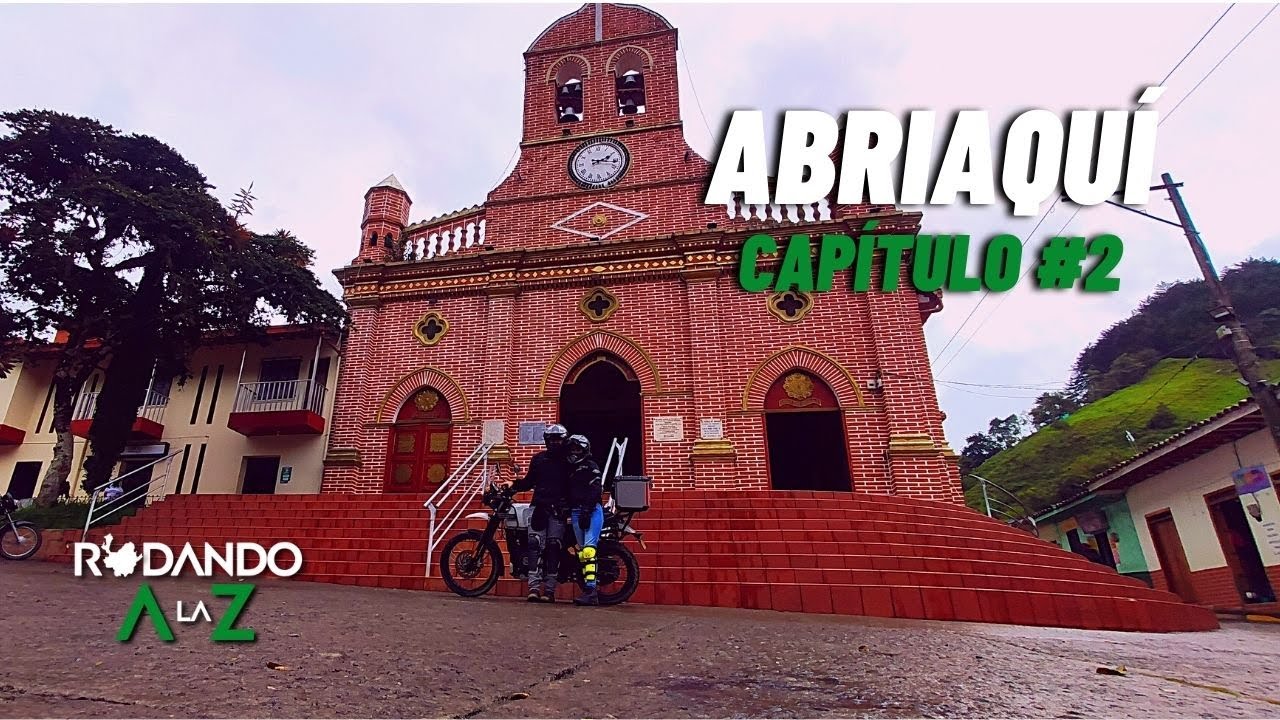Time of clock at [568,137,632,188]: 2:16
